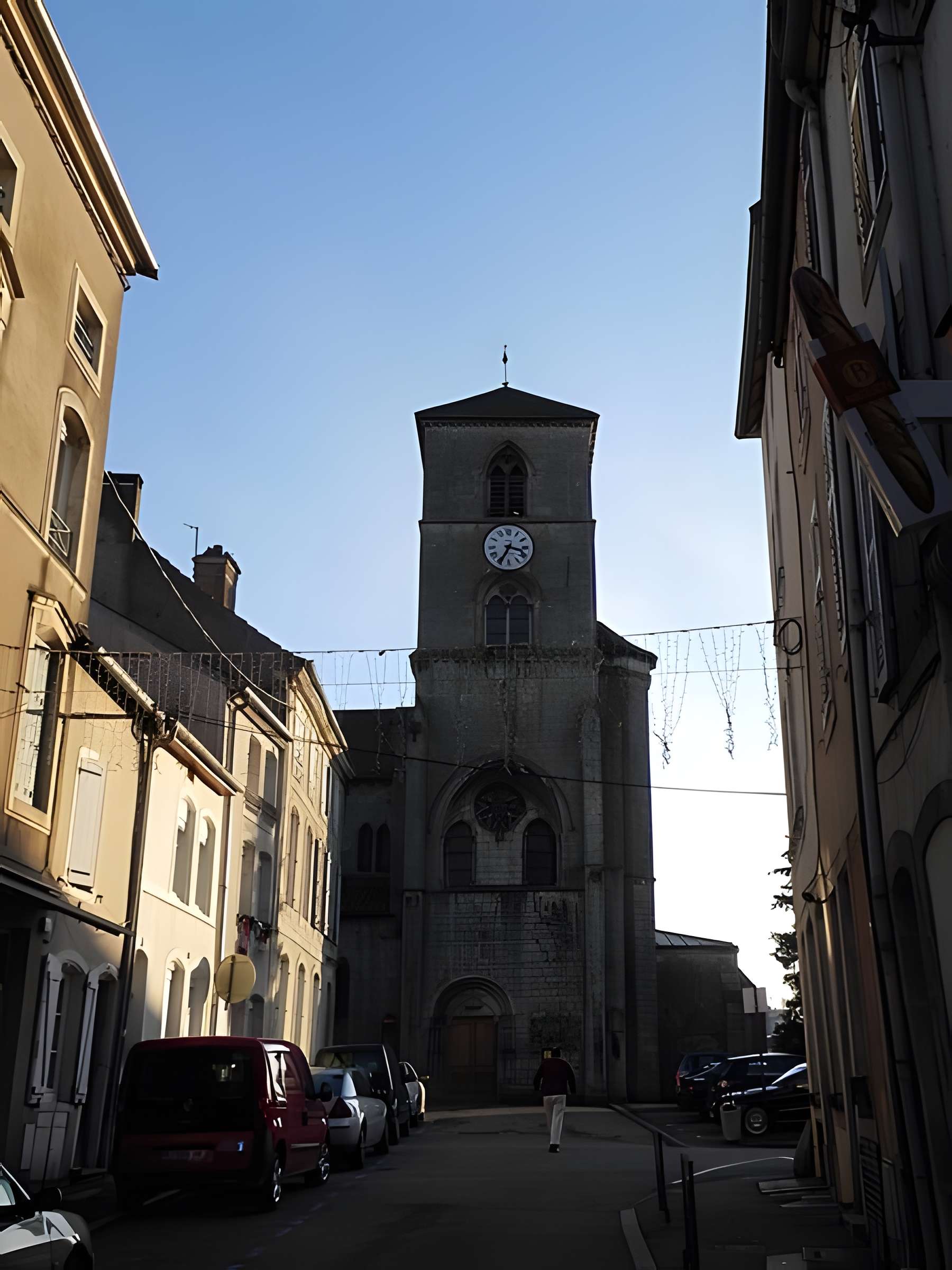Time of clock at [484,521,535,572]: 3:35
